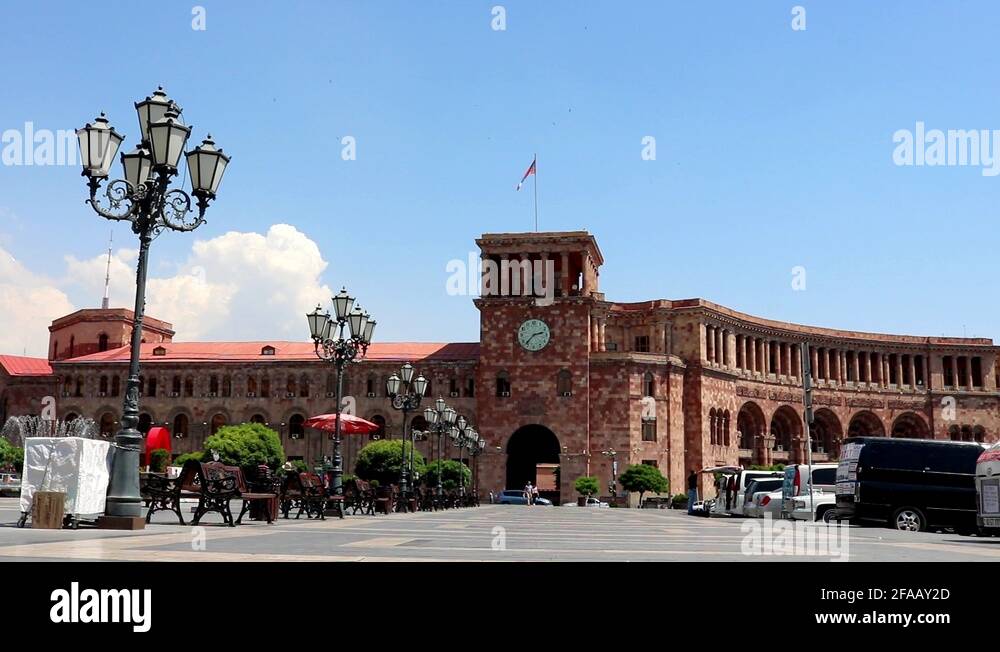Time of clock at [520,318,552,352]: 2:37
